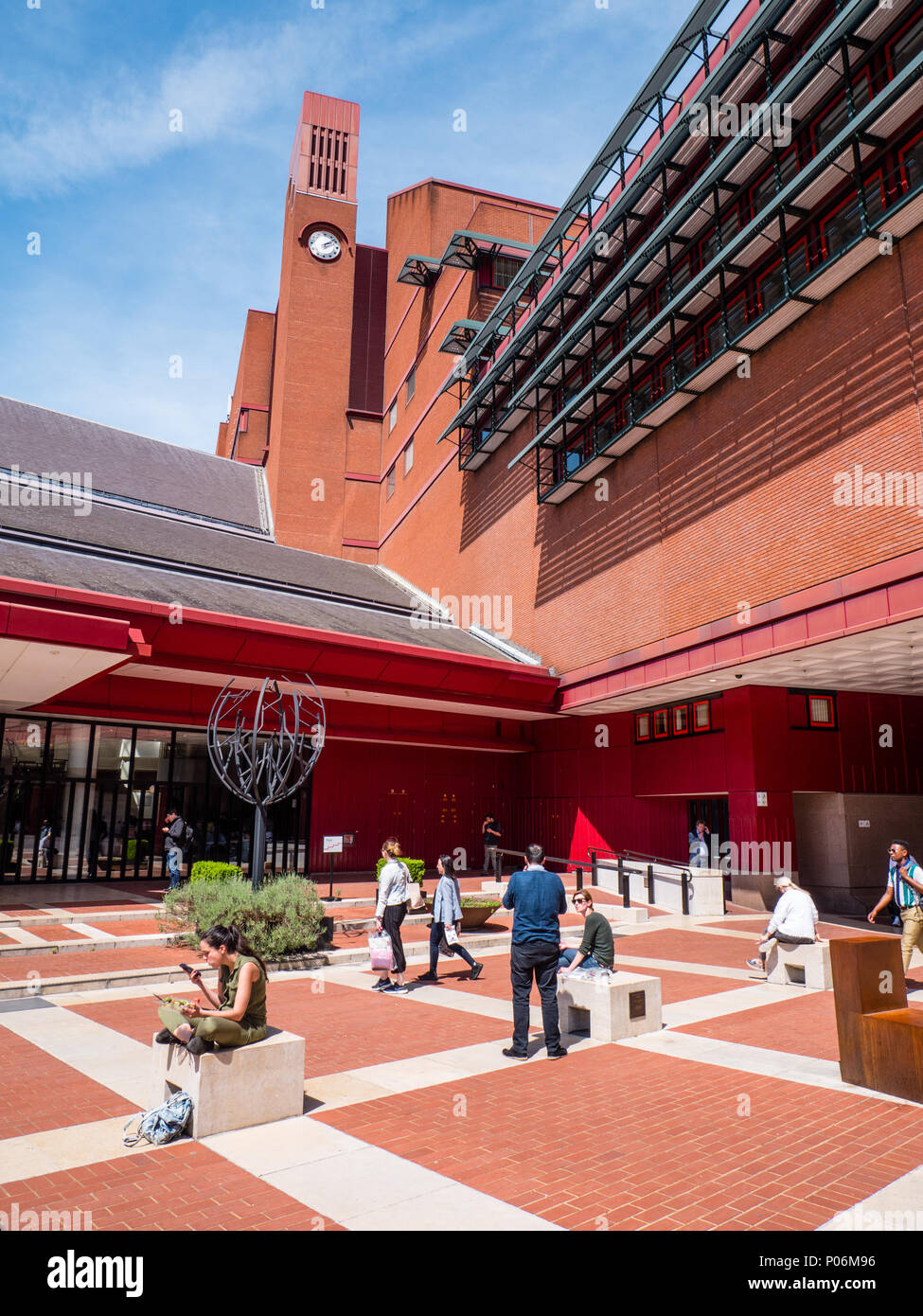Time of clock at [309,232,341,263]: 2:08
